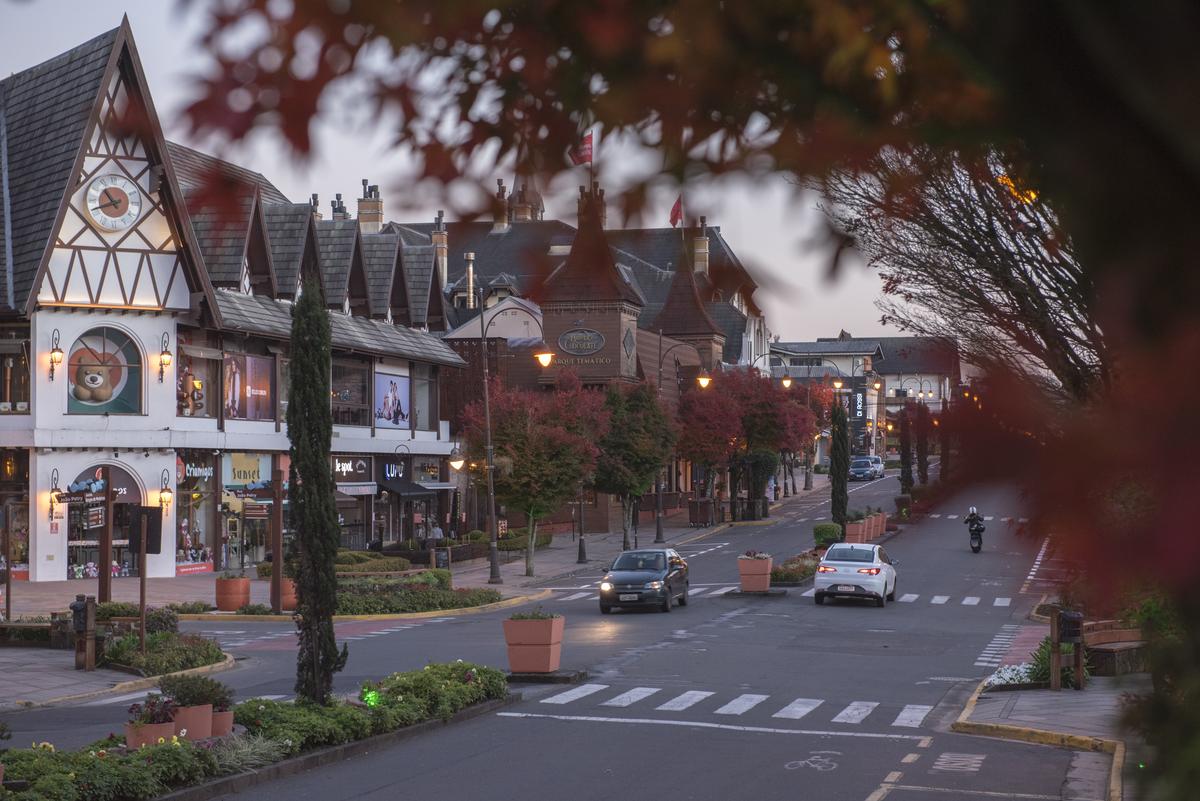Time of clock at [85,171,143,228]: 10:41
